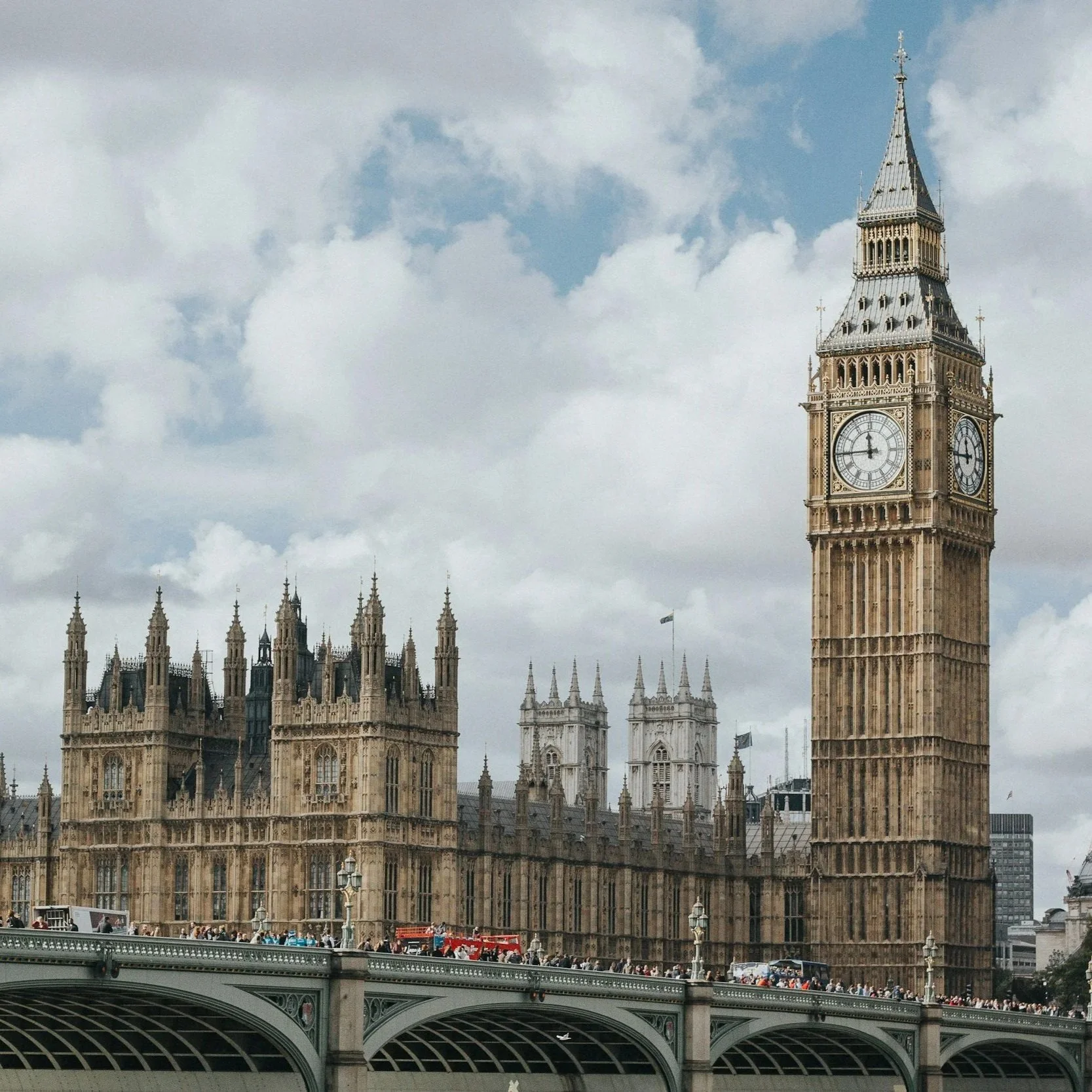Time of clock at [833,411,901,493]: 11:44
